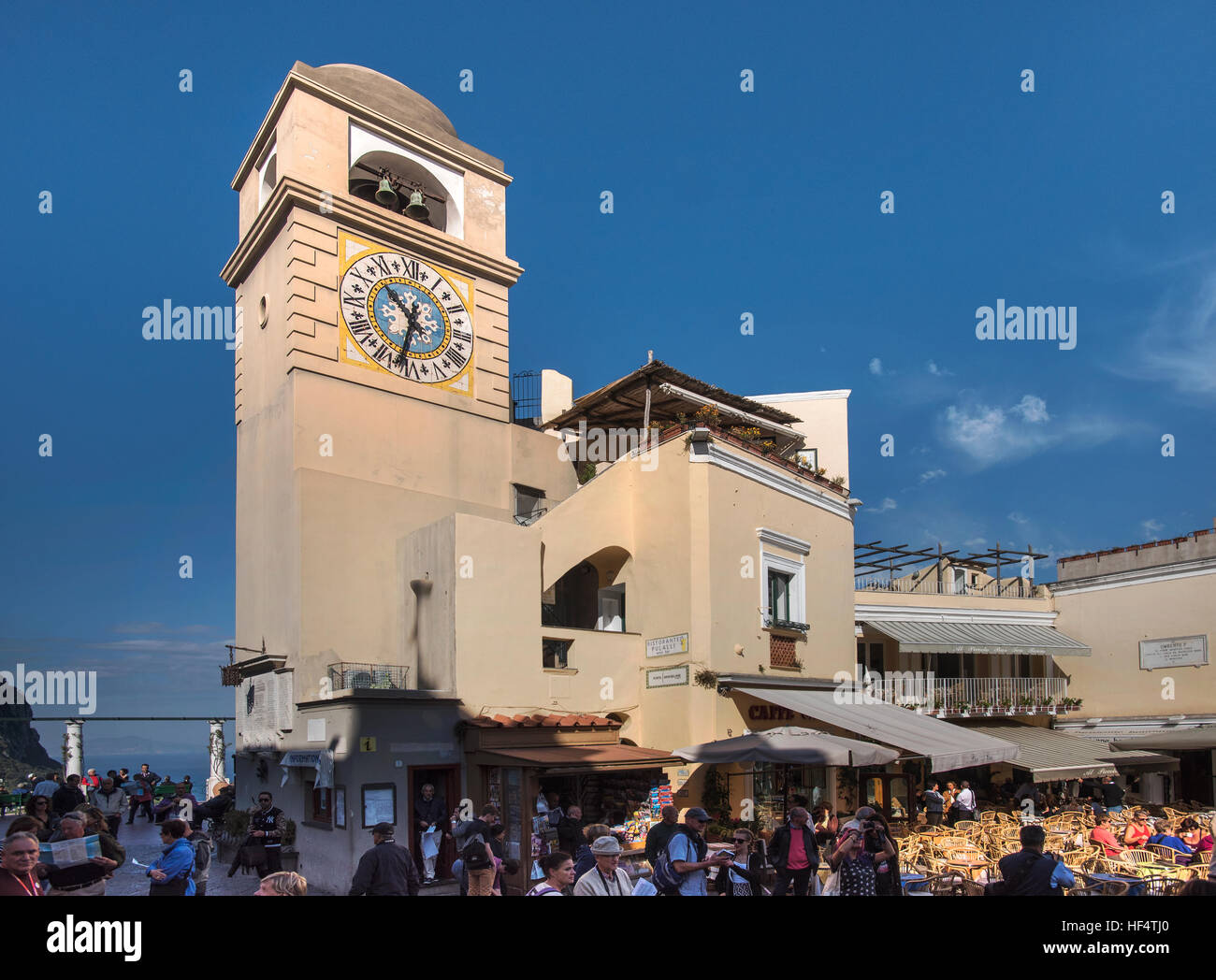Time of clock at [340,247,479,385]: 10:32
